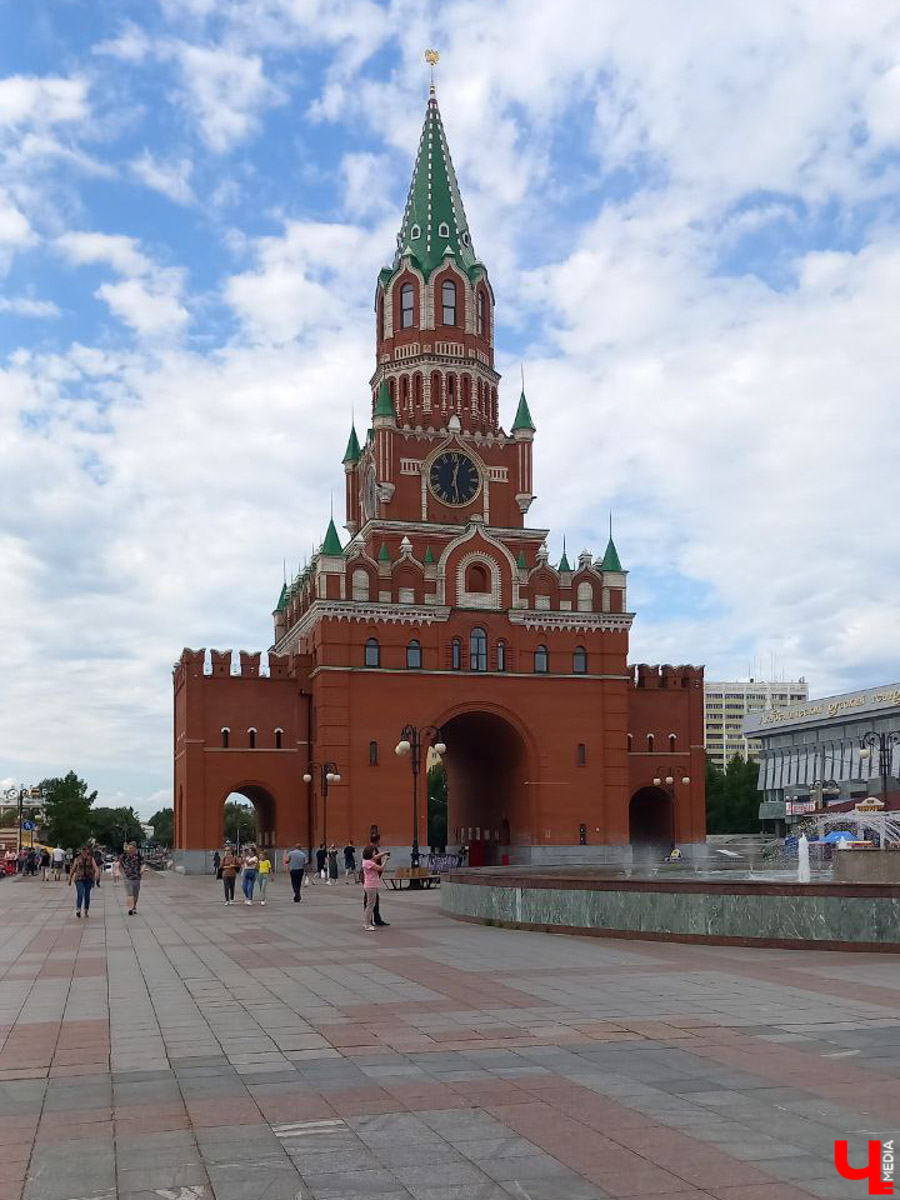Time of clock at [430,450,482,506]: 12:28
